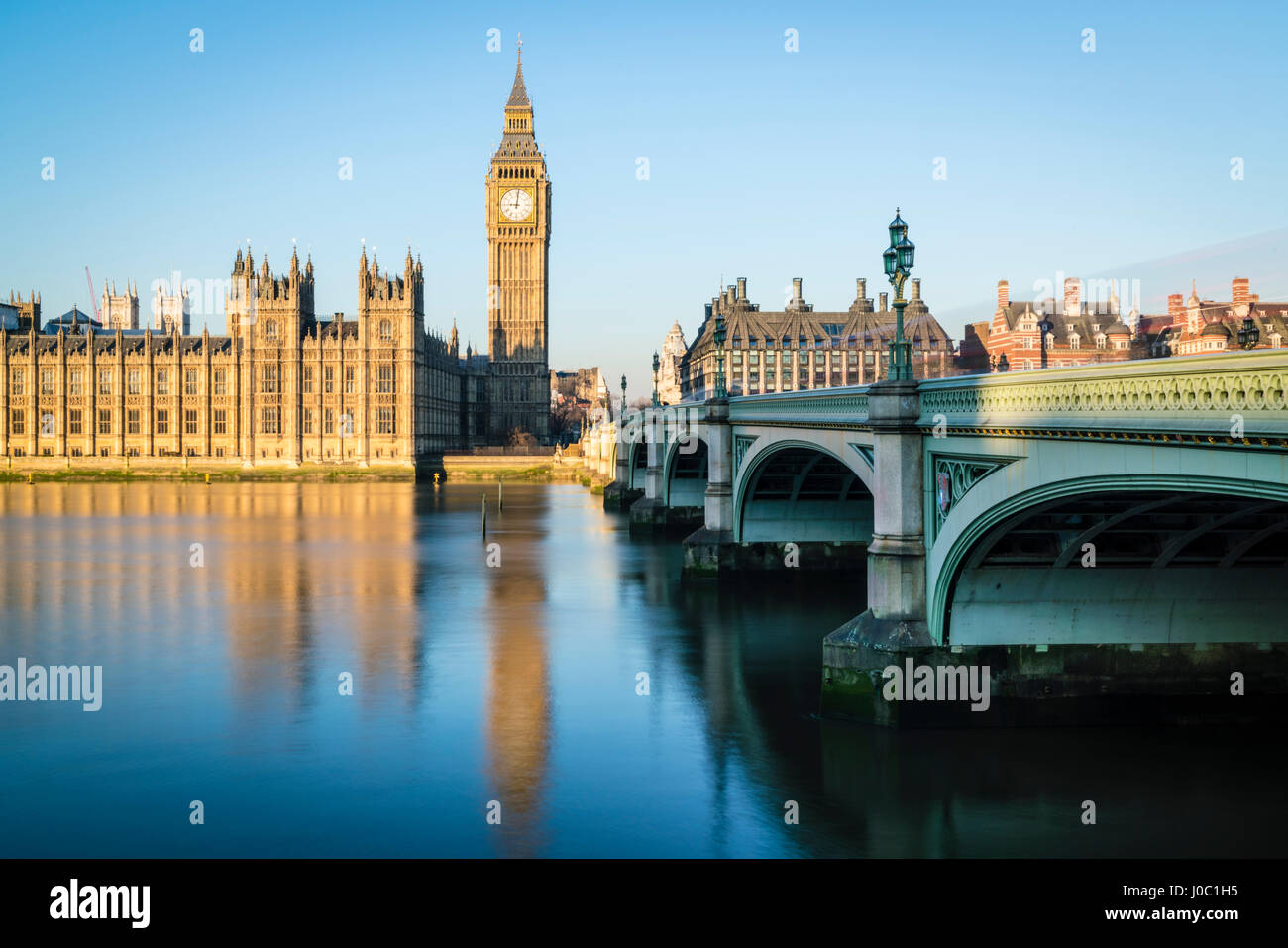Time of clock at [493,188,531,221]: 9:01
